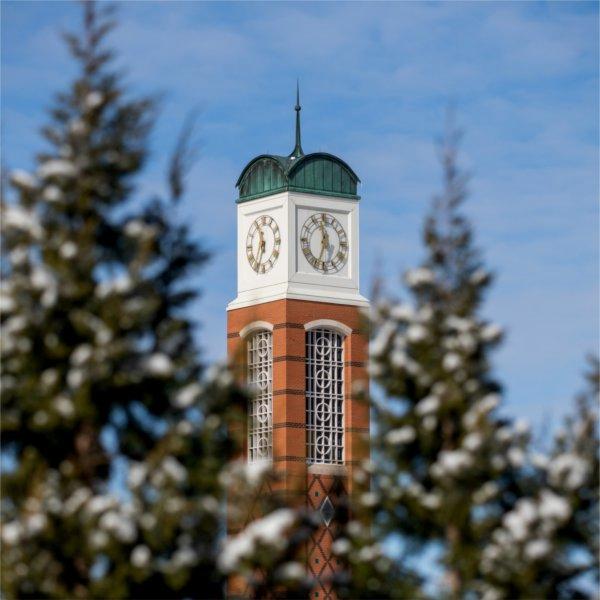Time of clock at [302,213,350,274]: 11:32
